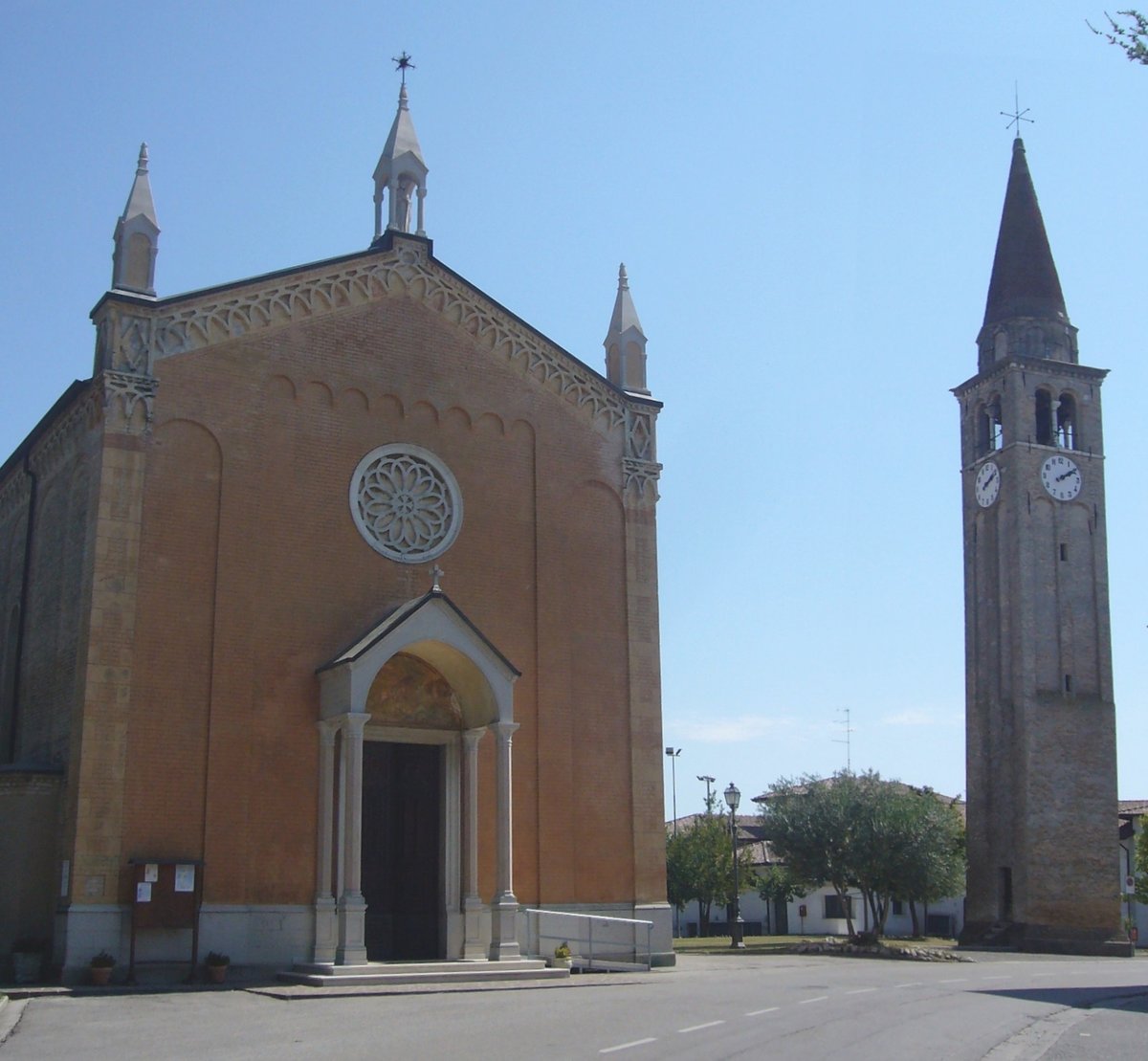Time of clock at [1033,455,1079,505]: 2:09
